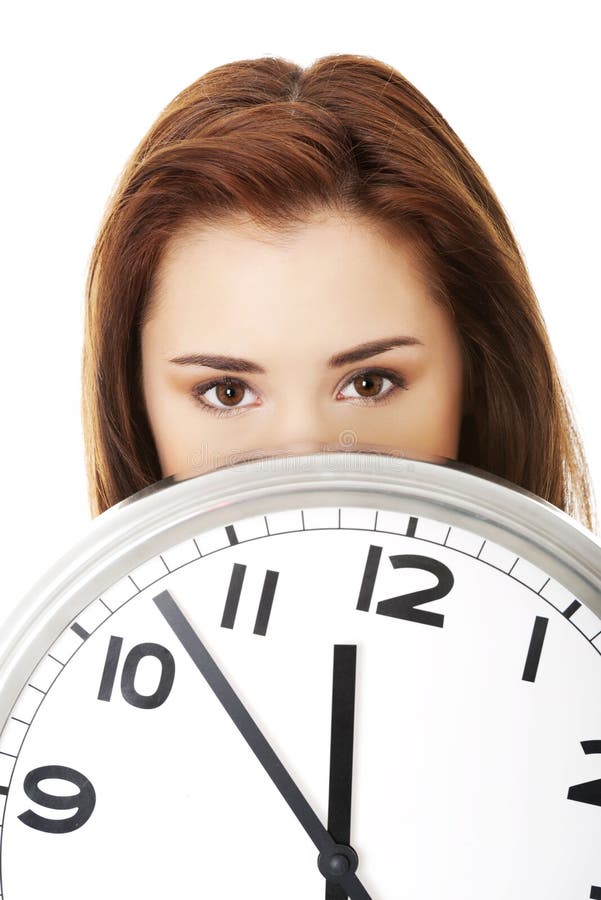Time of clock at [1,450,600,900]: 11:52
